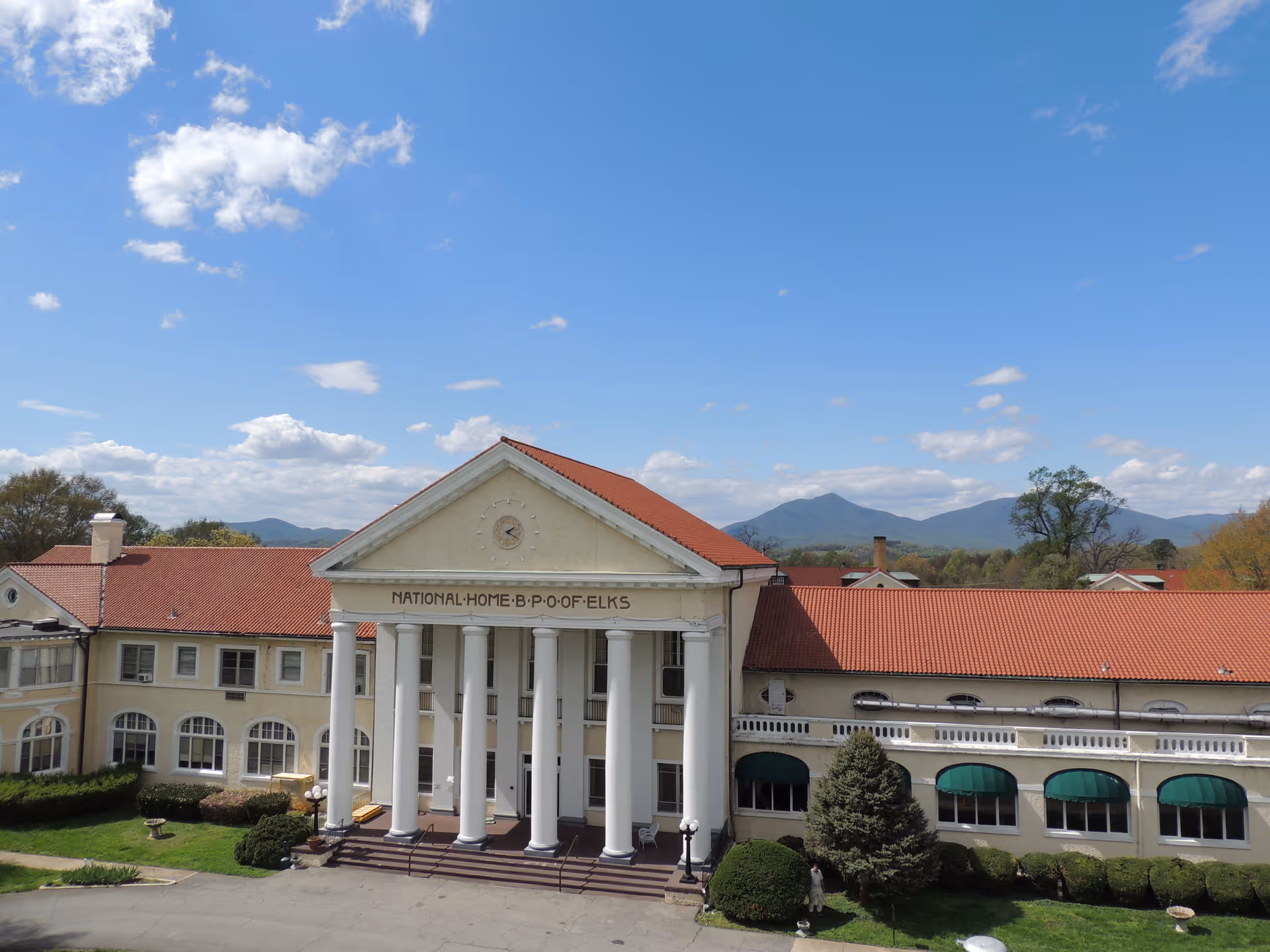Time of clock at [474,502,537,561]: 2:19
